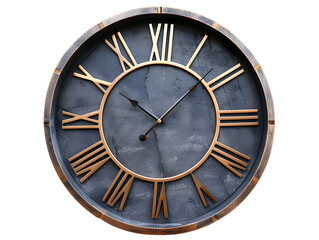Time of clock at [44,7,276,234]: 10:07
